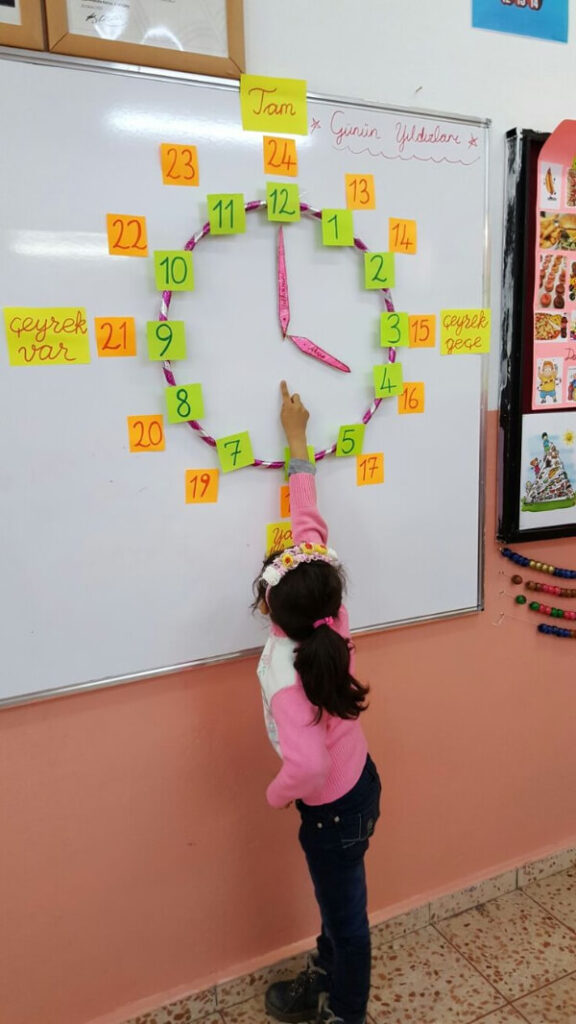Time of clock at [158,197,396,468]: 4:00
